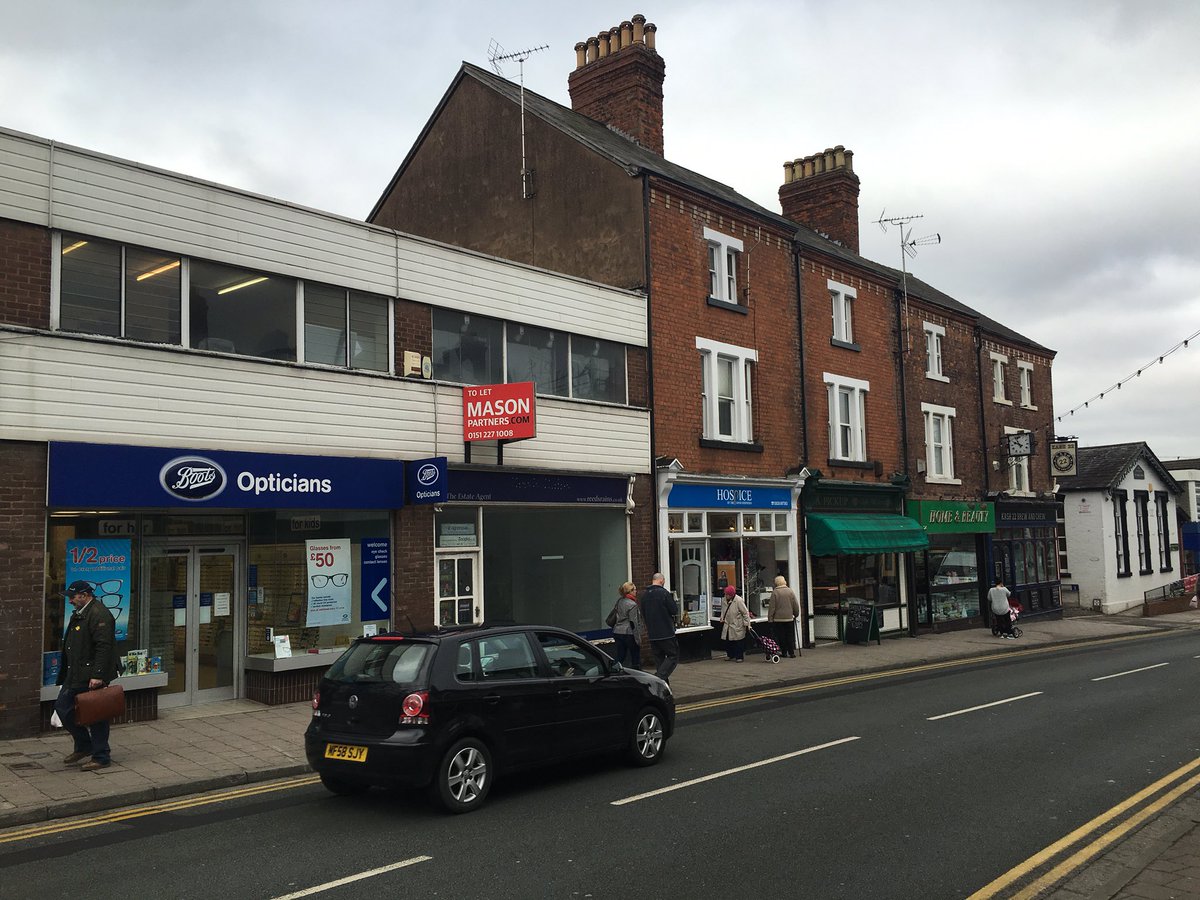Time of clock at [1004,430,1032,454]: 9:54
